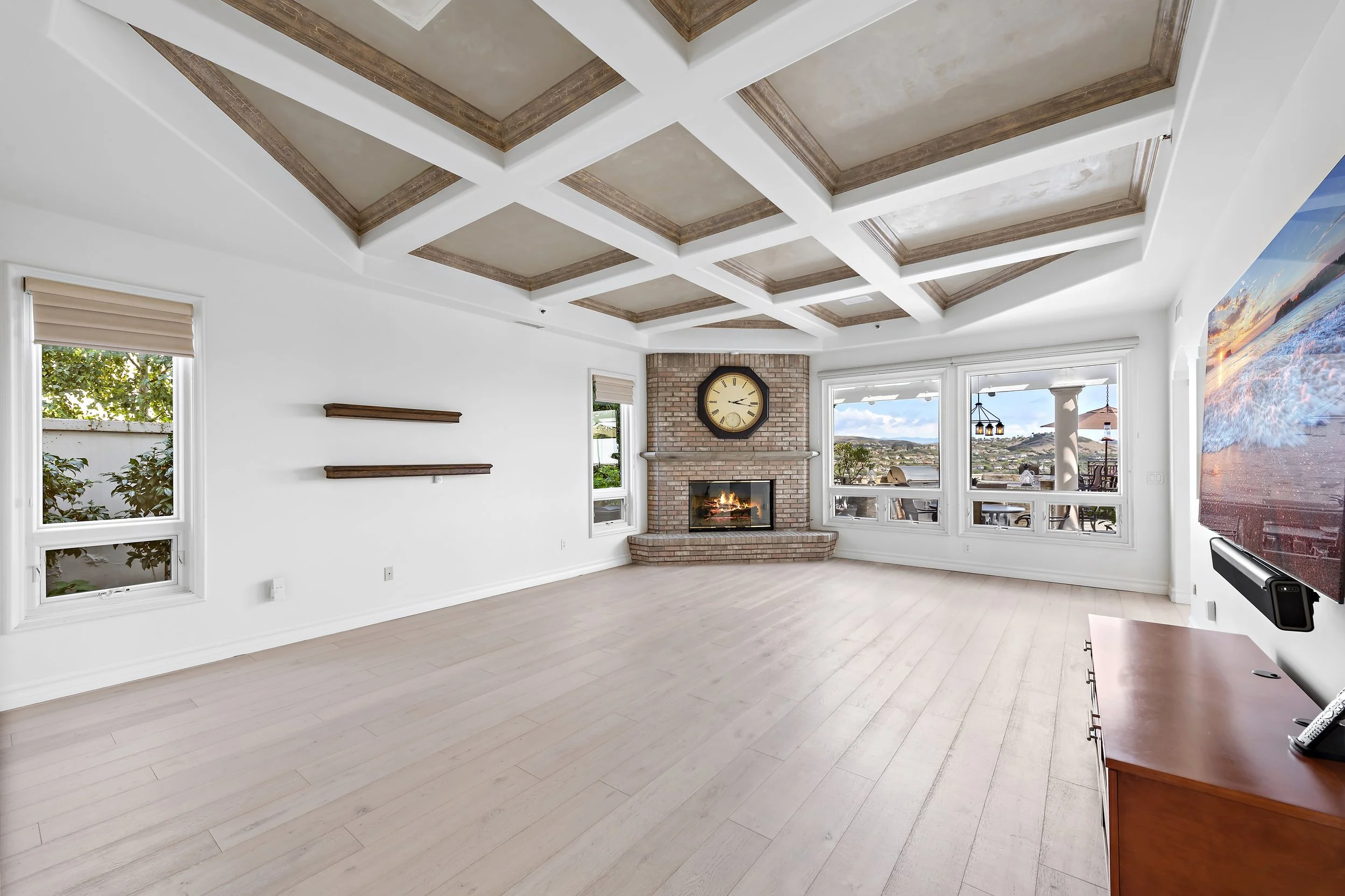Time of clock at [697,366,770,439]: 2:16
